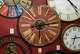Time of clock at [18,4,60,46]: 6:13
